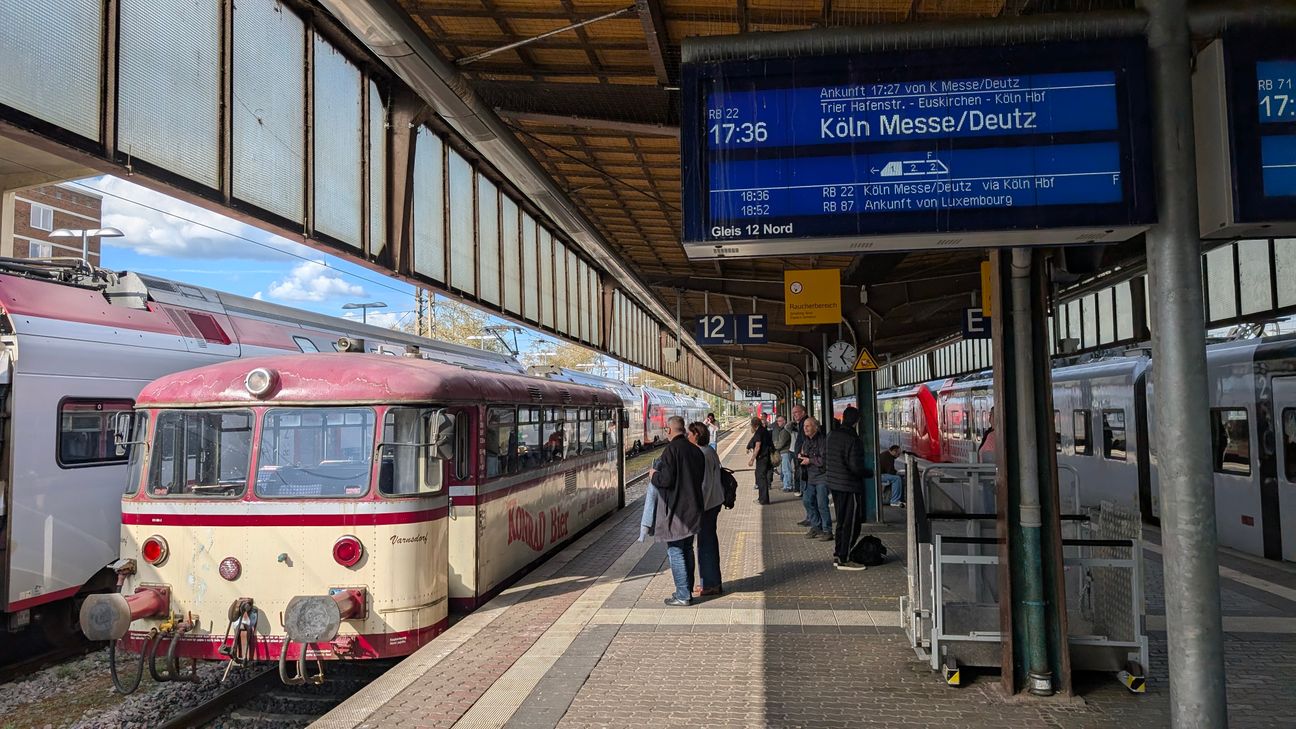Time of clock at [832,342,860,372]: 5:05
